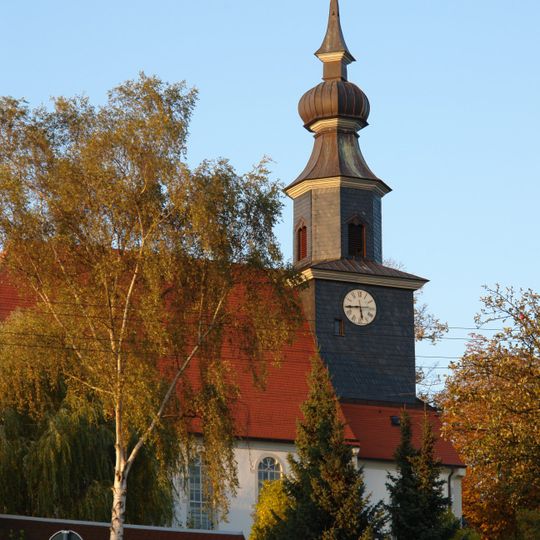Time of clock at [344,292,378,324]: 5:44
